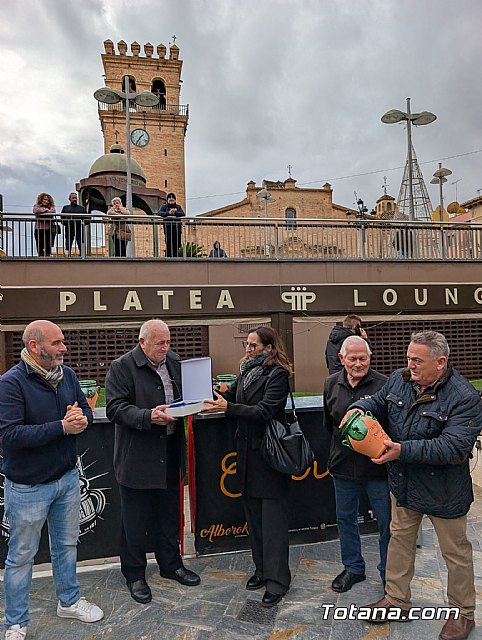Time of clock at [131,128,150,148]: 1:35
